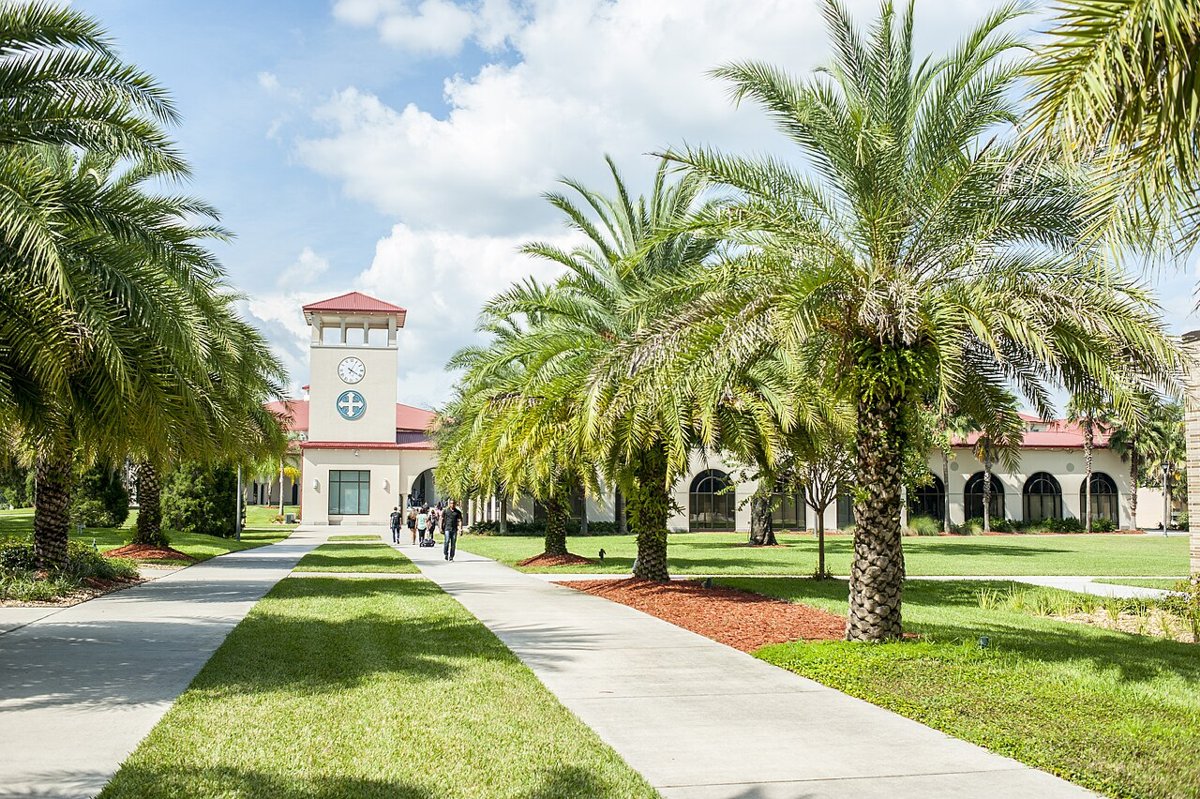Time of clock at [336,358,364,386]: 4:04
